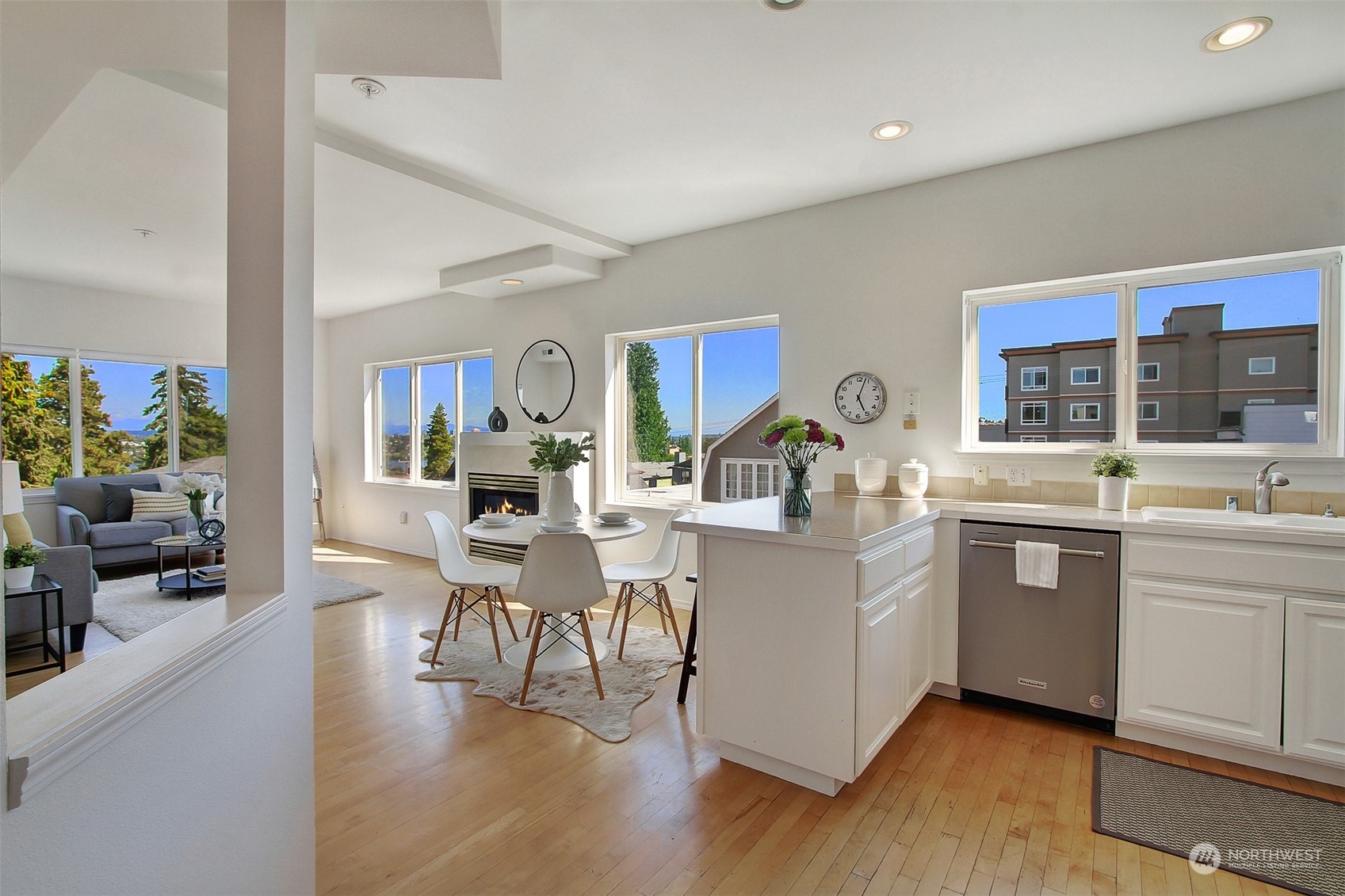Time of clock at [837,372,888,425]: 5:03
